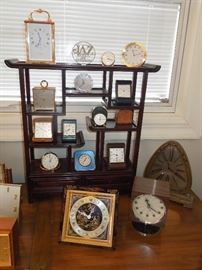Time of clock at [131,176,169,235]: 11:21
